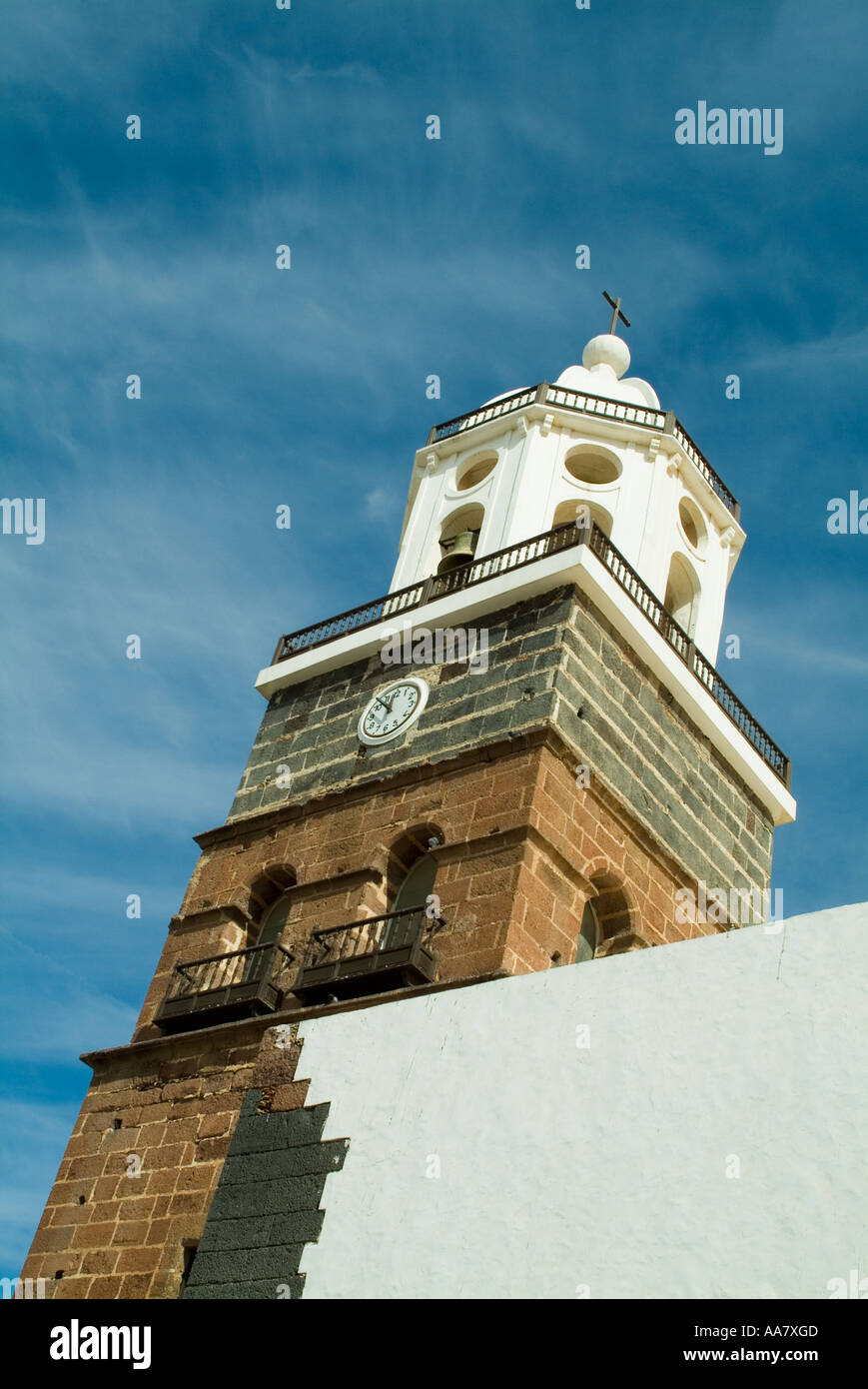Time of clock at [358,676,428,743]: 11:52
